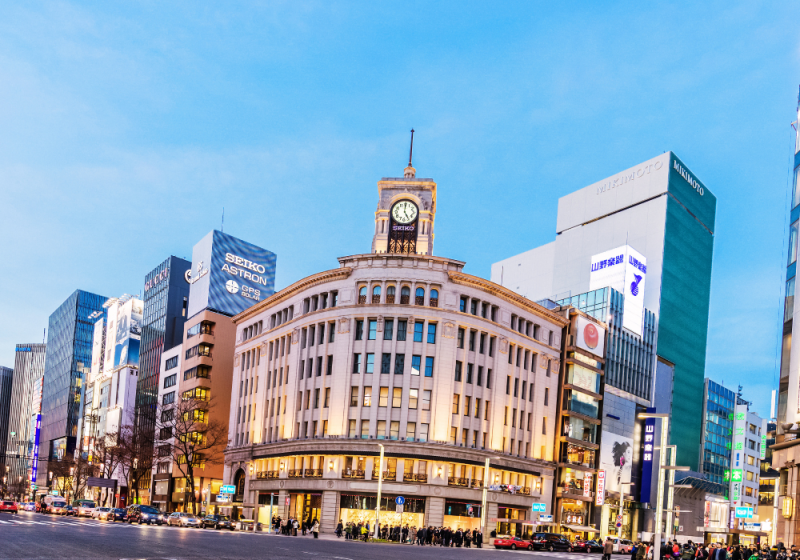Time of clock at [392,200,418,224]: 5:00
